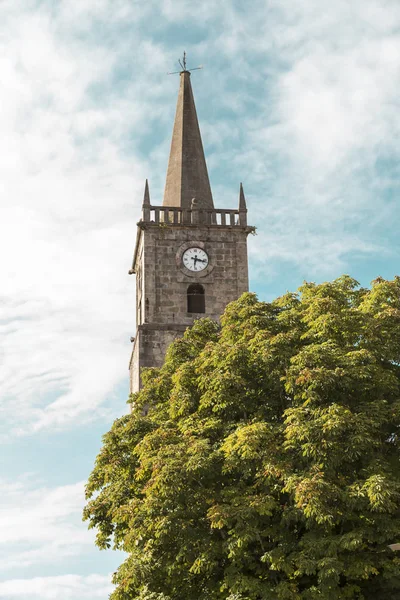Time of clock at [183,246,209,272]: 6:17
